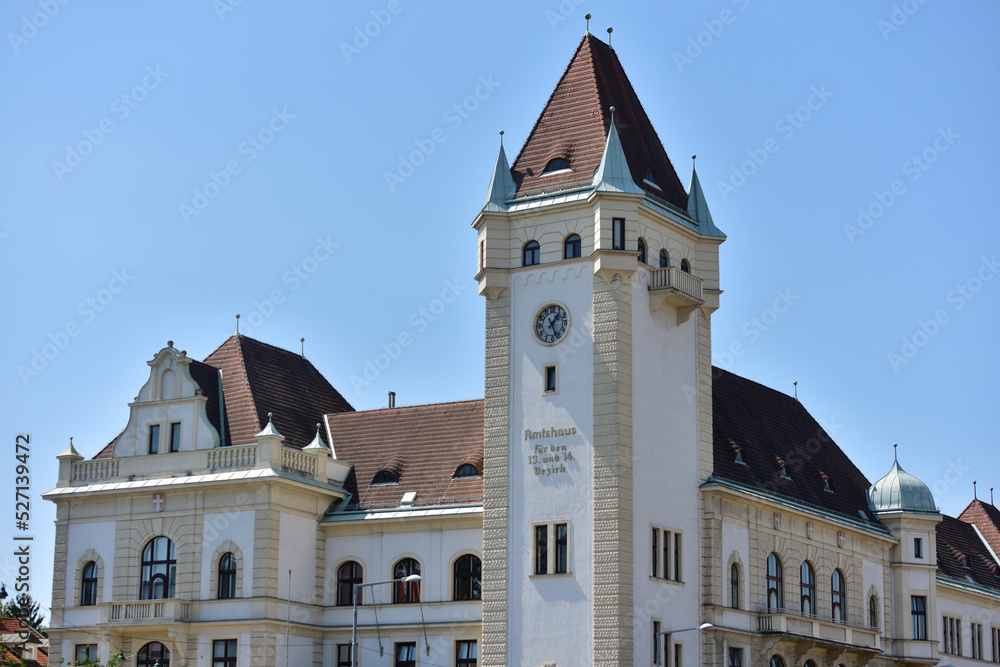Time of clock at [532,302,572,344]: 1:26
